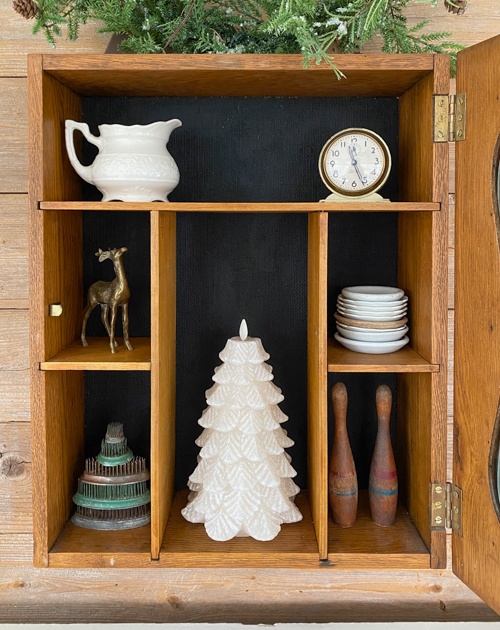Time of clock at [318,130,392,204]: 11:26
